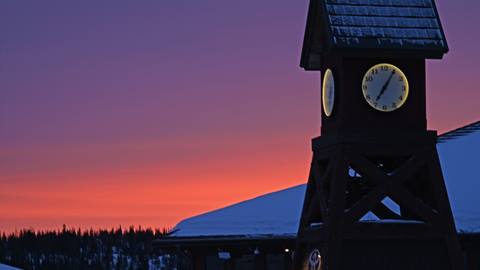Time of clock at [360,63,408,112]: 7:05
